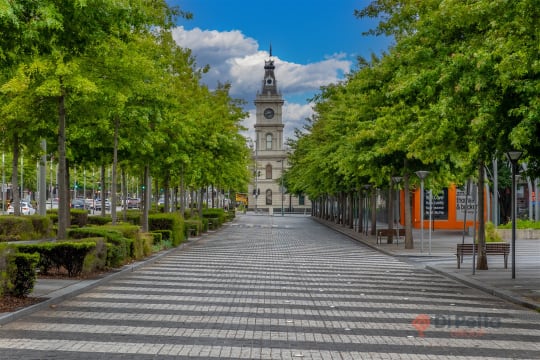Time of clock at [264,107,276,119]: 8:12
